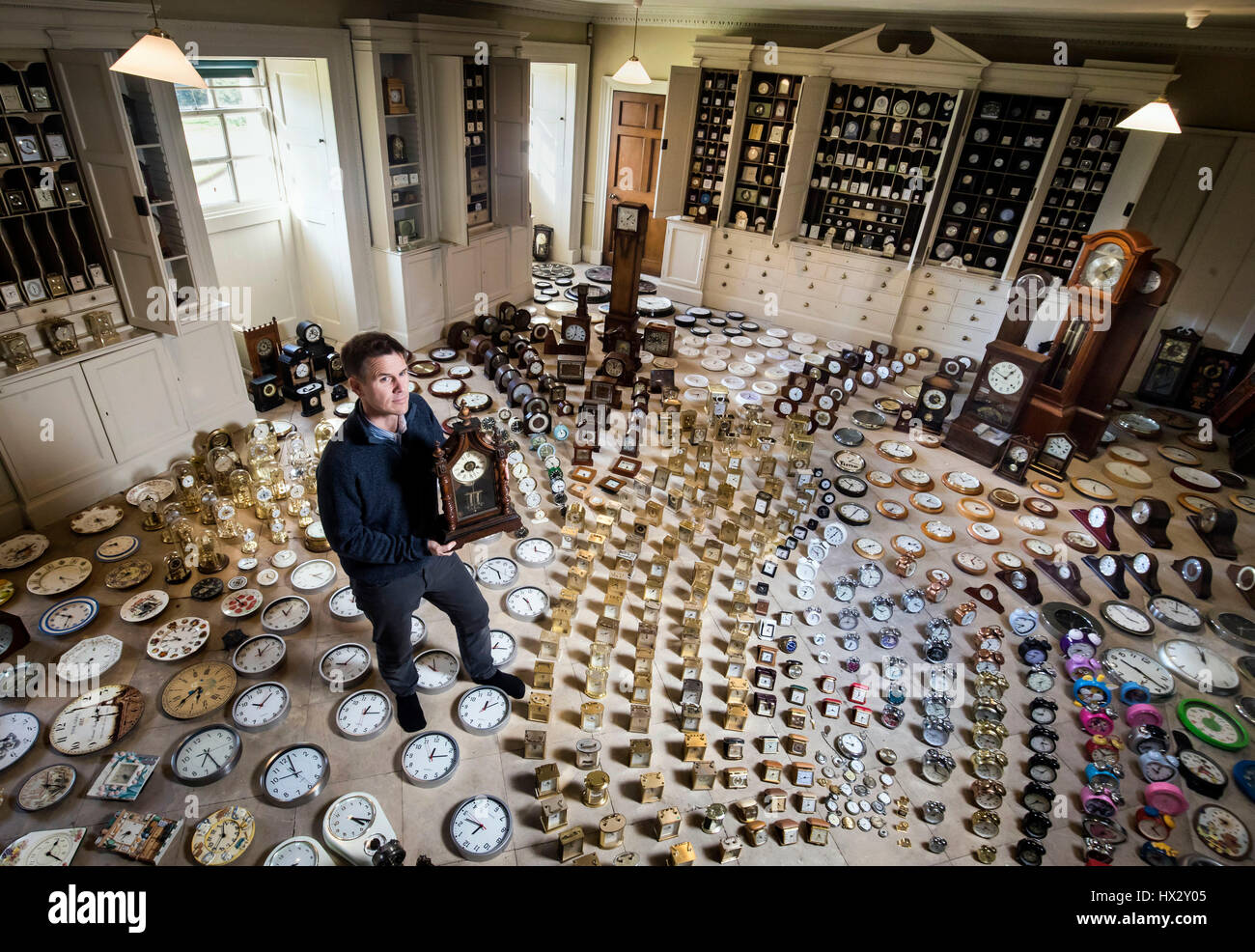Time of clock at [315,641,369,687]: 9:06
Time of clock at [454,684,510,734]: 12:08
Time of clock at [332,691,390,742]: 12:12
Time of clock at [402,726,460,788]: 12:12
